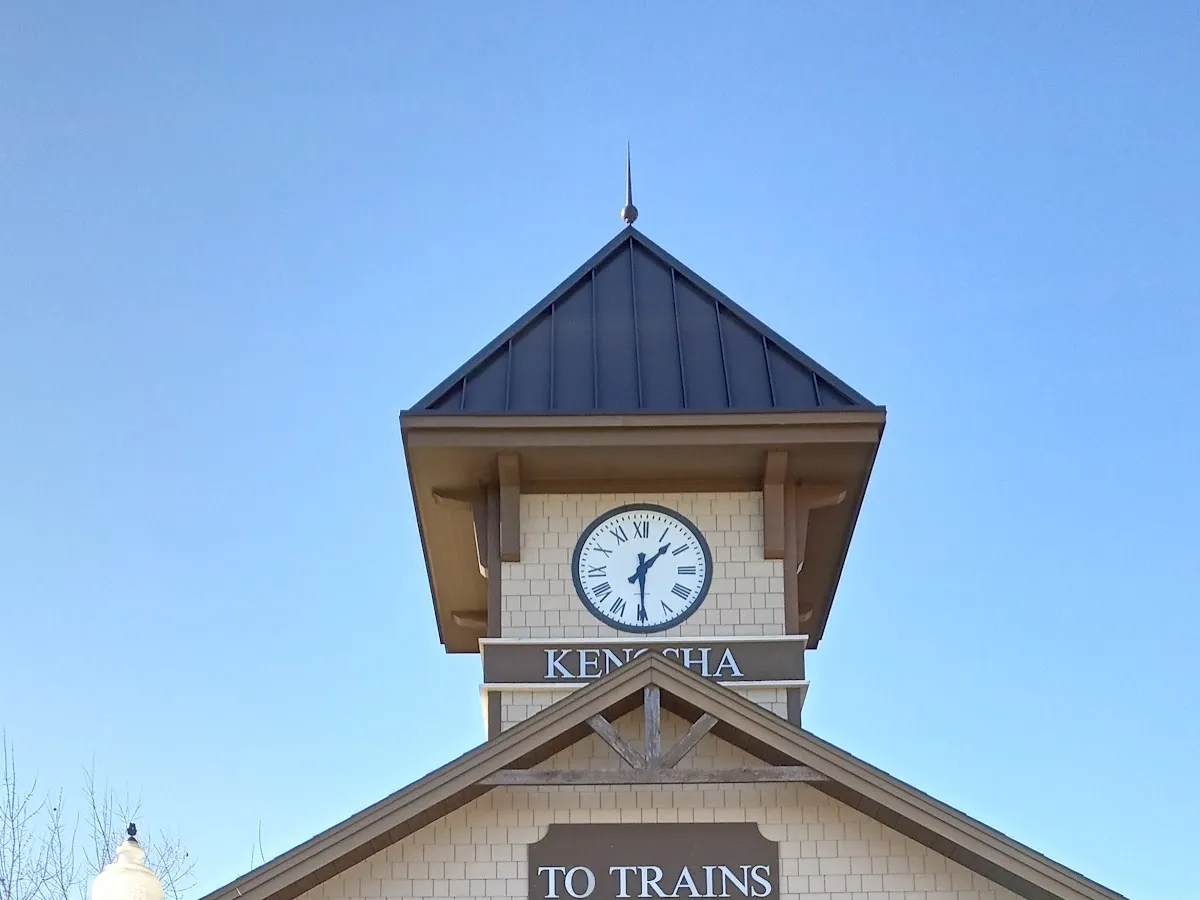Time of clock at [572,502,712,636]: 1:29
